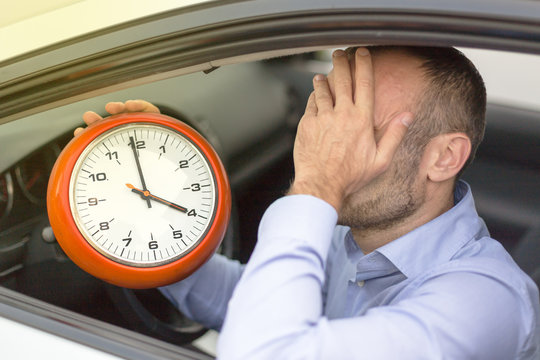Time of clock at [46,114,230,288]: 3:59
